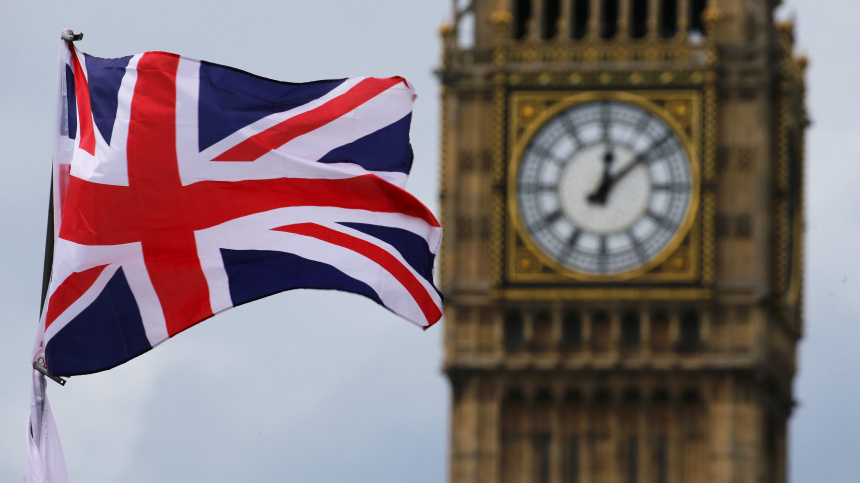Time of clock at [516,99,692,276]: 12:08
